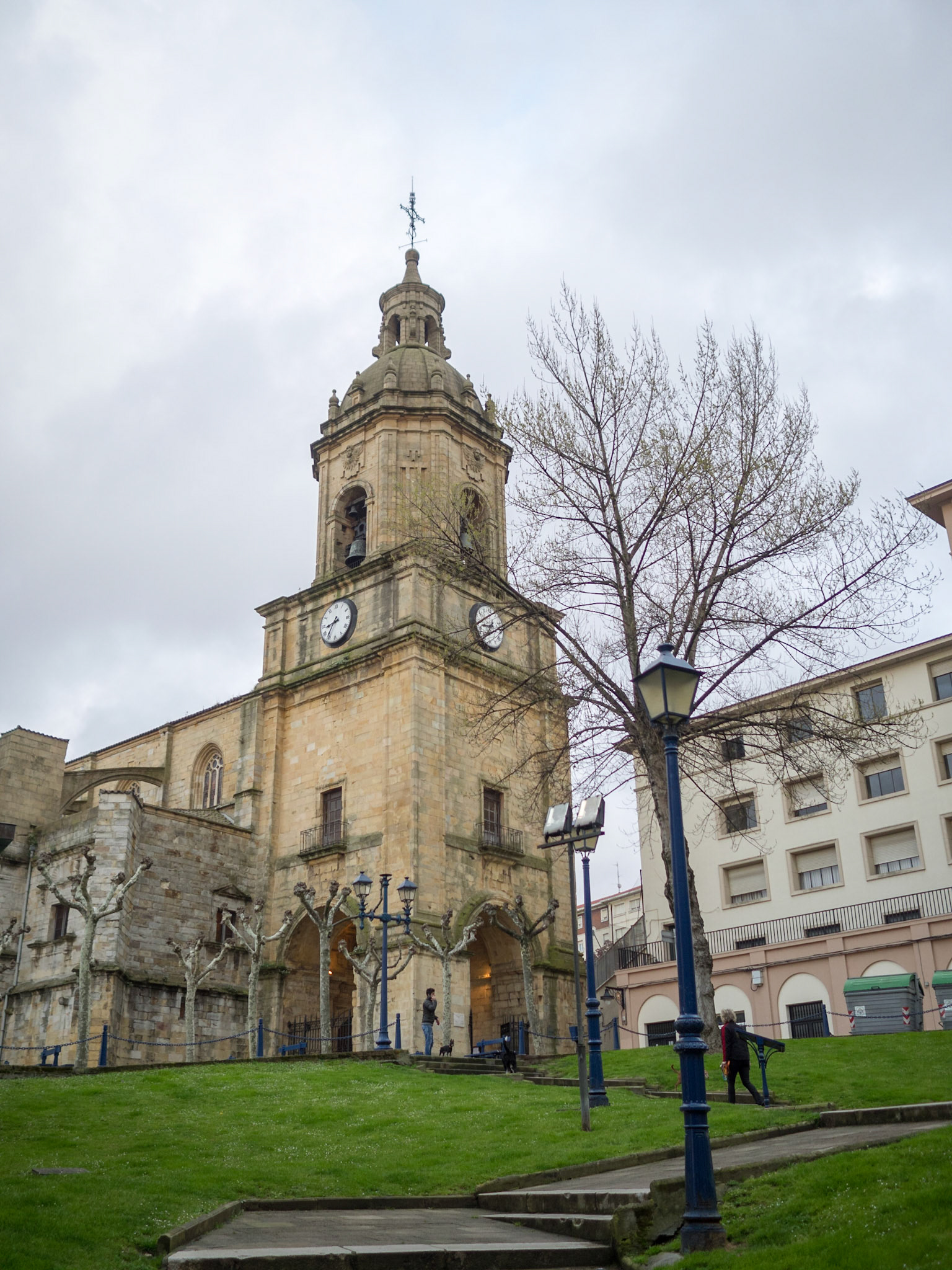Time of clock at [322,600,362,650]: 8:36
